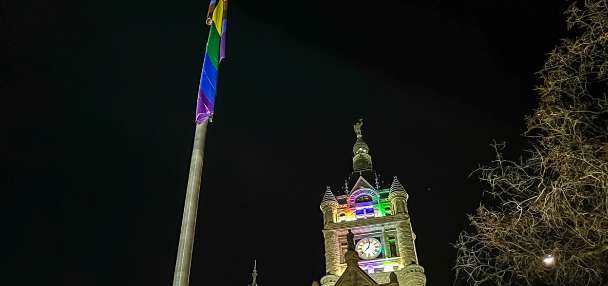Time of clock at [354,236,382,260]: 12:37
